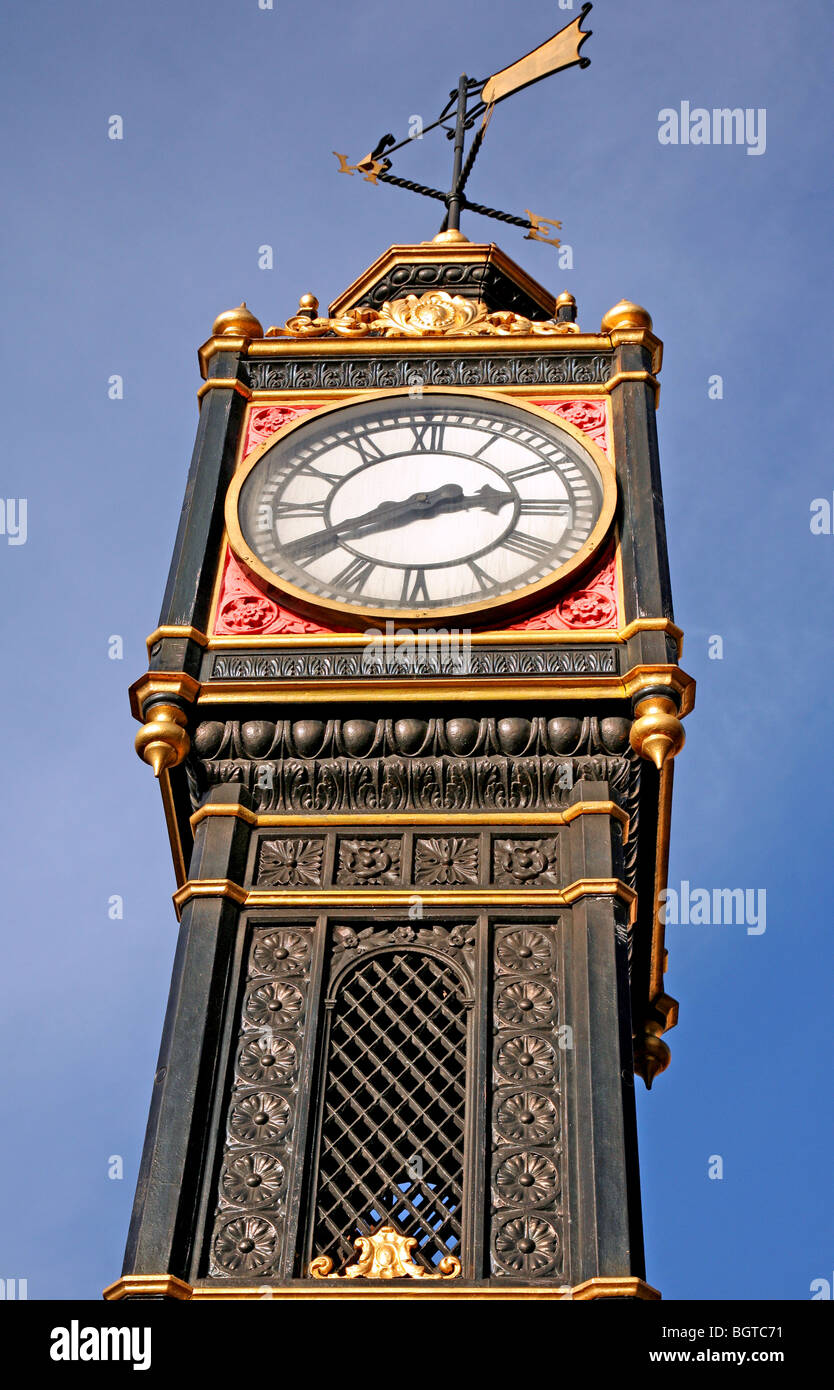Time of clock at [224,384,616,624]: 2:40
